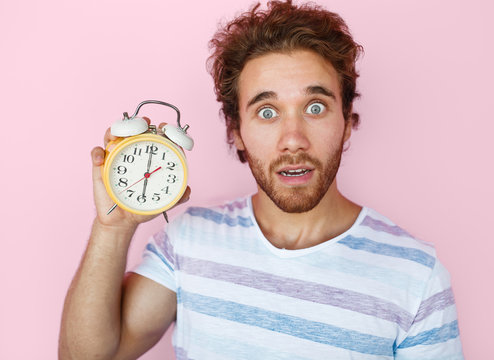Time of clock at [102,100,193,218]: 6:00
